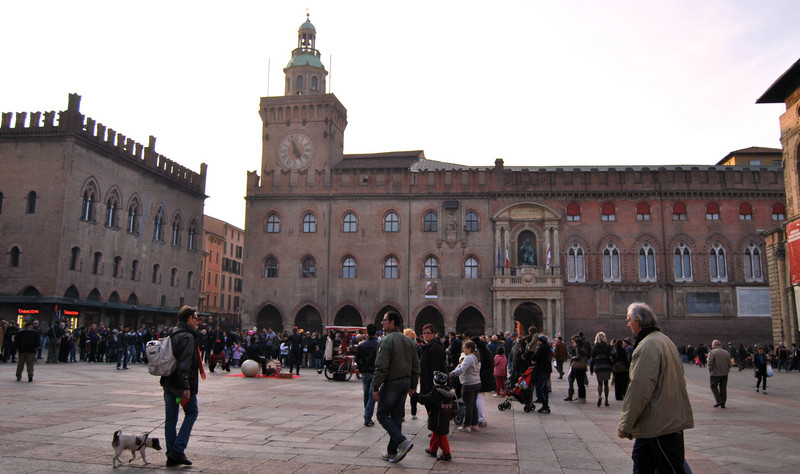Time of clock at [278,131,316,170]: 4:57
